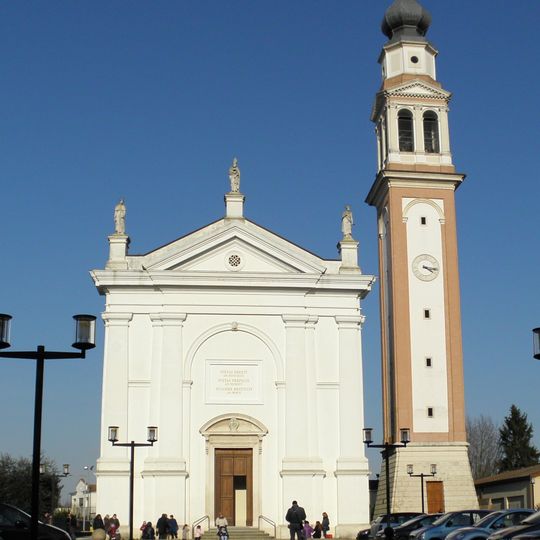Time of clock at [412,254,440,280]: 4:16
